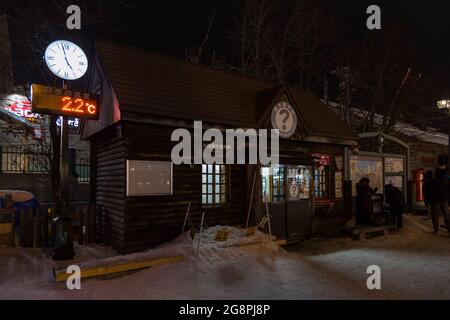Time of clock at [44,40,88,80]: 4:57
